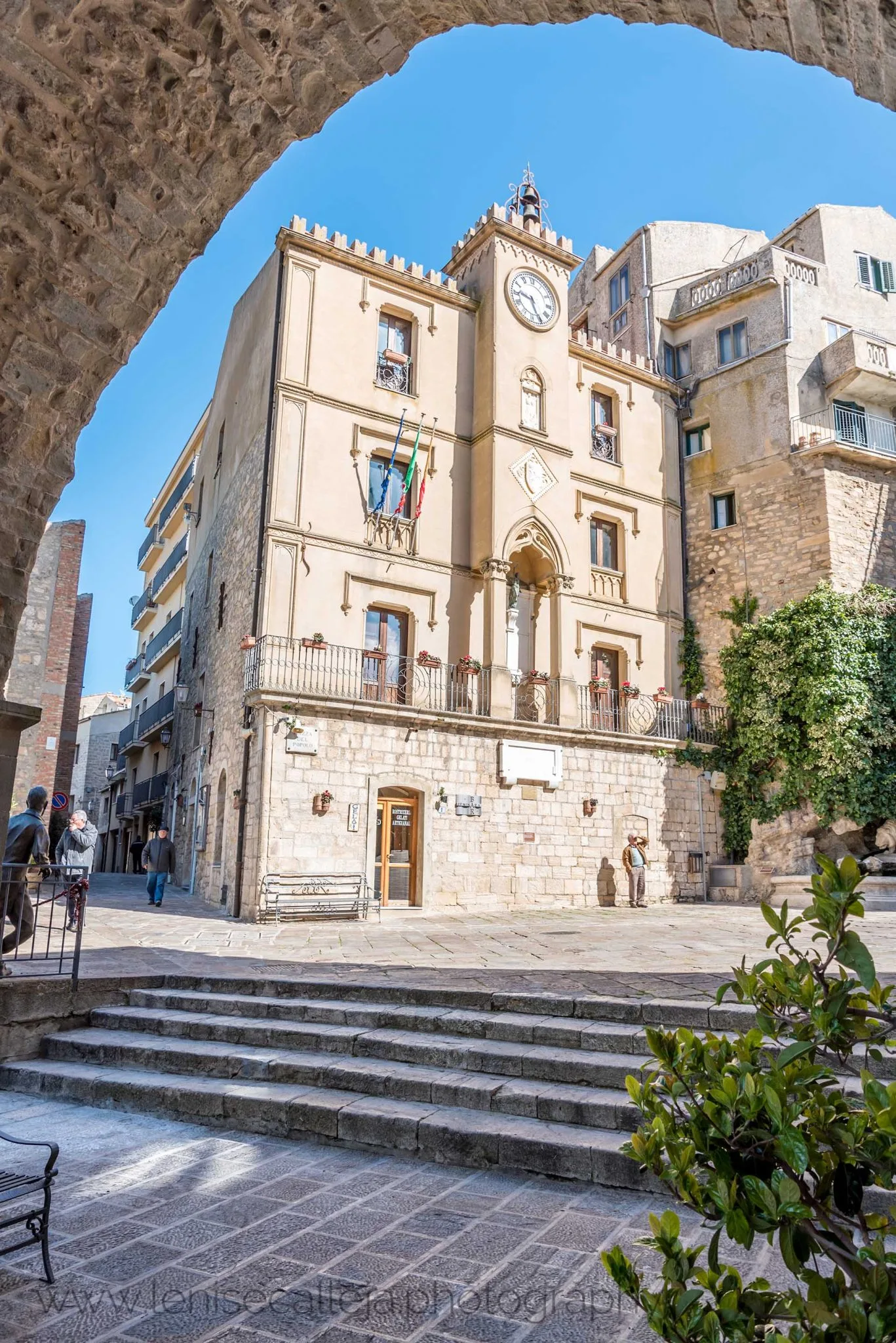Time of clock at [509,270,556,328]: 9:25
